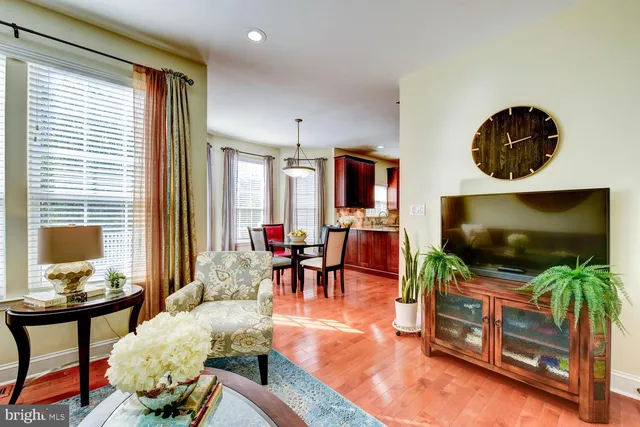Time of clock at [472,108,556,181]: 11:13
